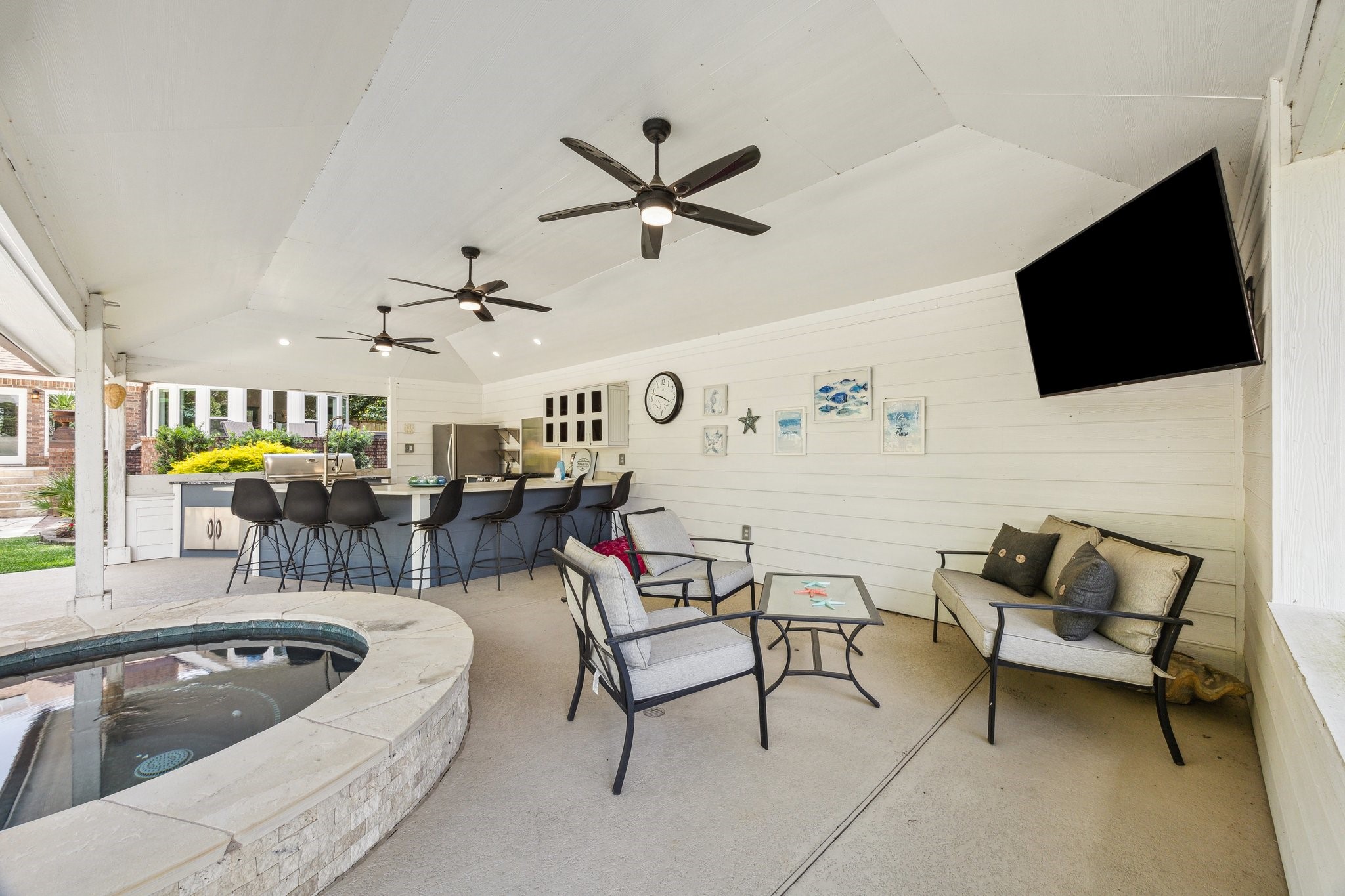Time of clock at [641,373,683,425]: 3:47
